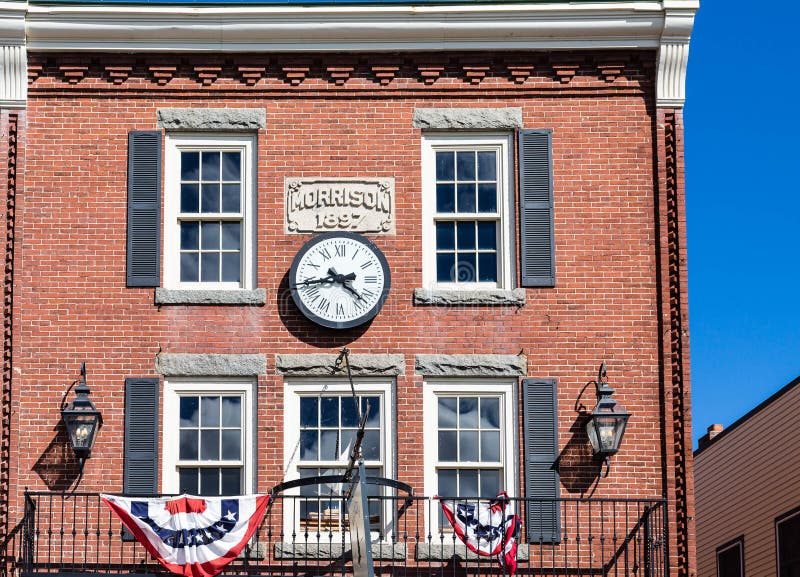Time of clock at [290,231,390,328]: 2:21
